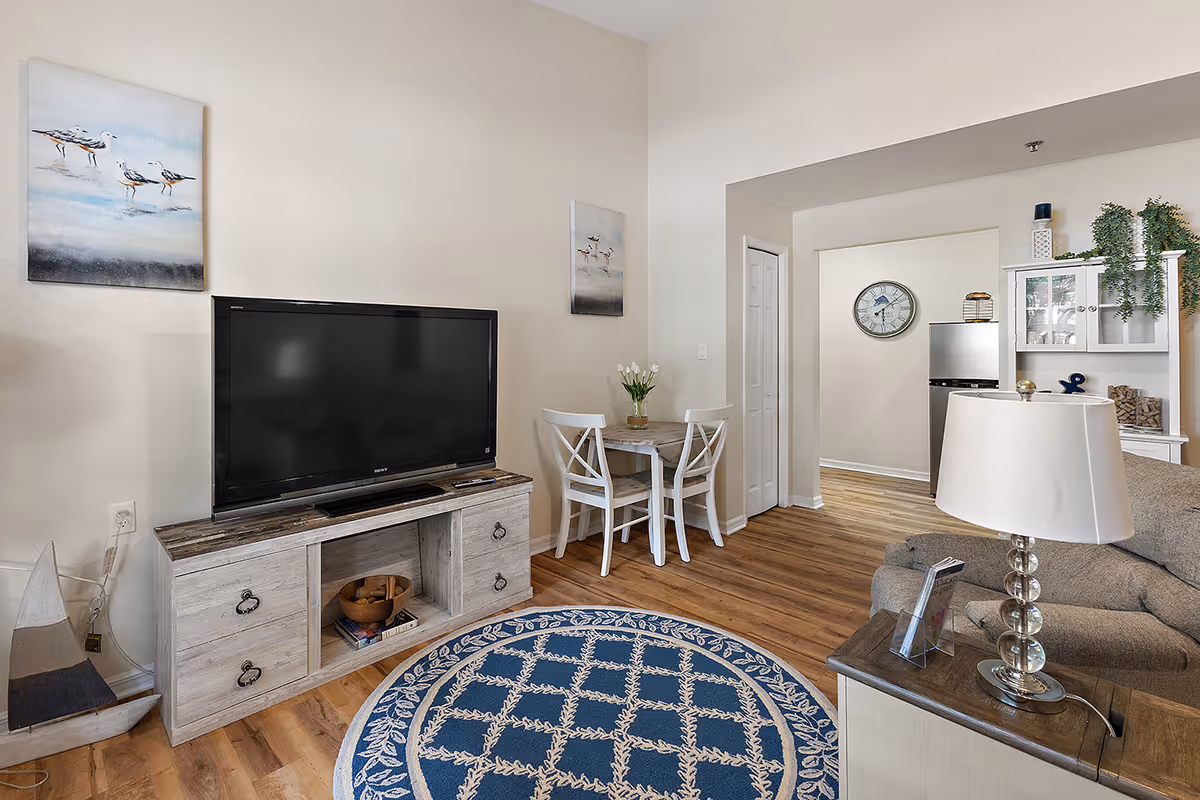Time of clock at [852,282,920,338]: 6:08
